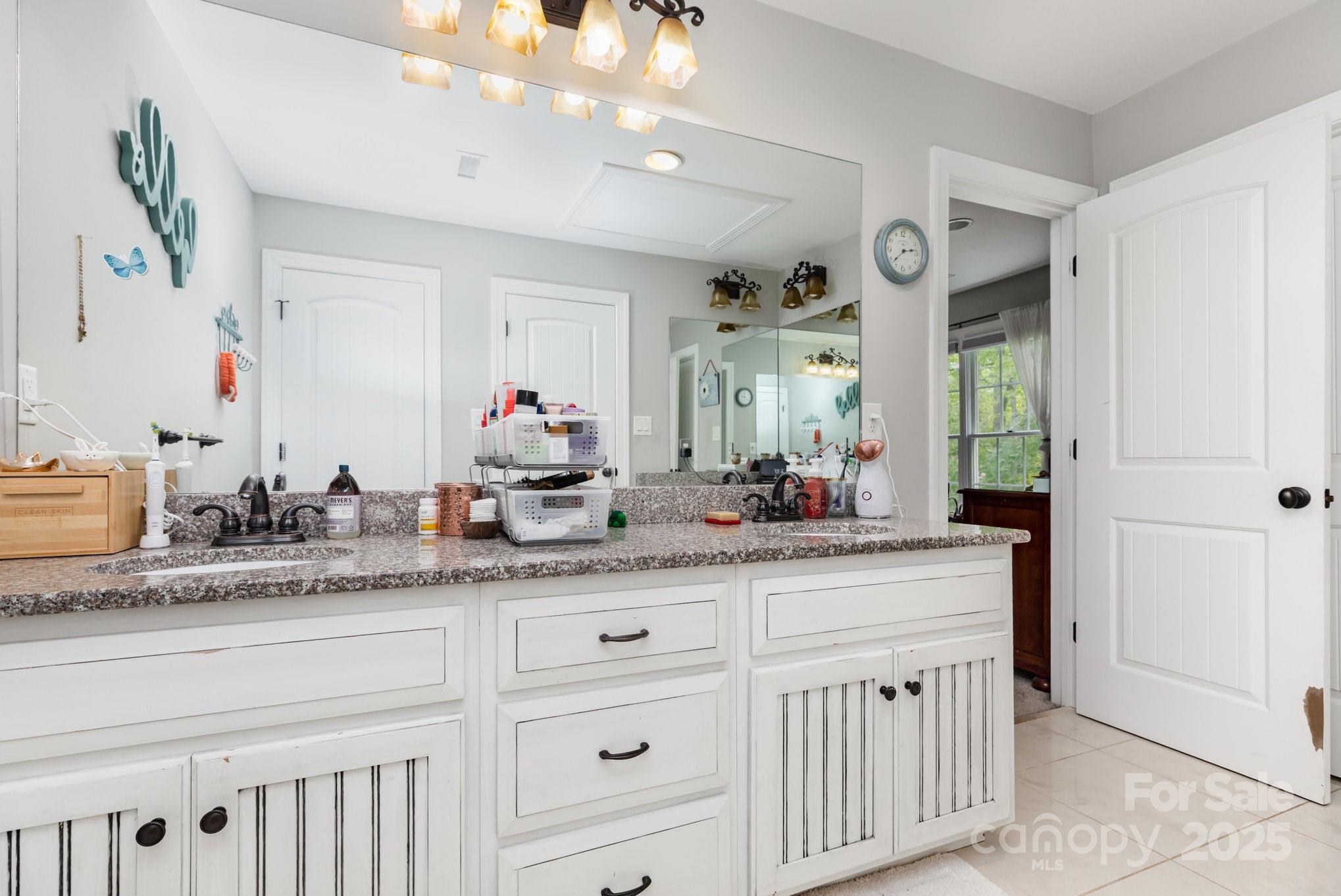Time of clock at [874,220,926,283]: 2:38
